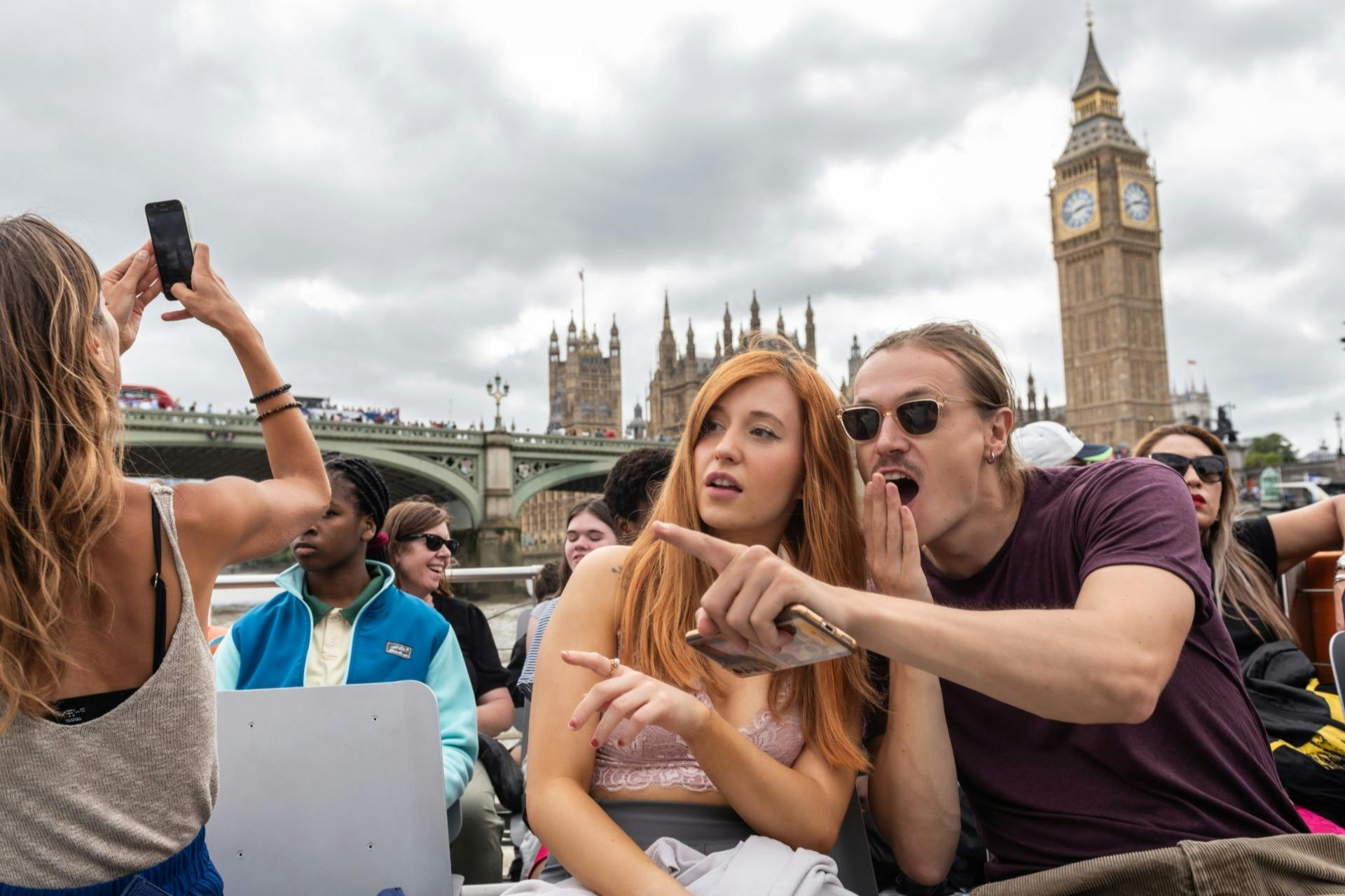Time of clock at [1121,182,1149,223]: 2:41
